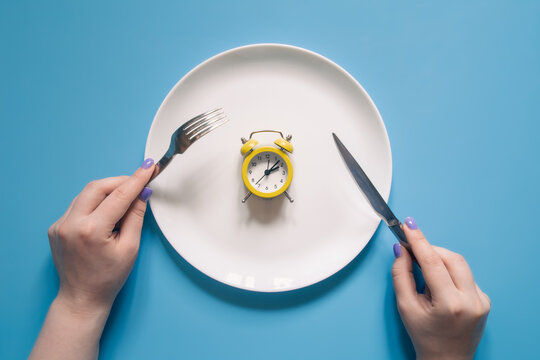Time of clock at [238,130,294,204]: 2:07
